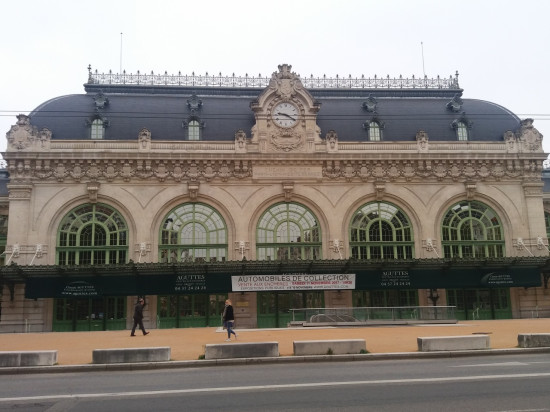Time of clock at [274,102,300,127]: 9:20
